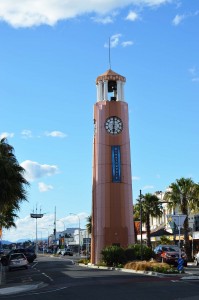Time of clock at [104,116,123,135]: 6:00
